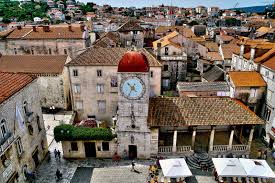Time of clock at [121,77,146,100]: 10:34
